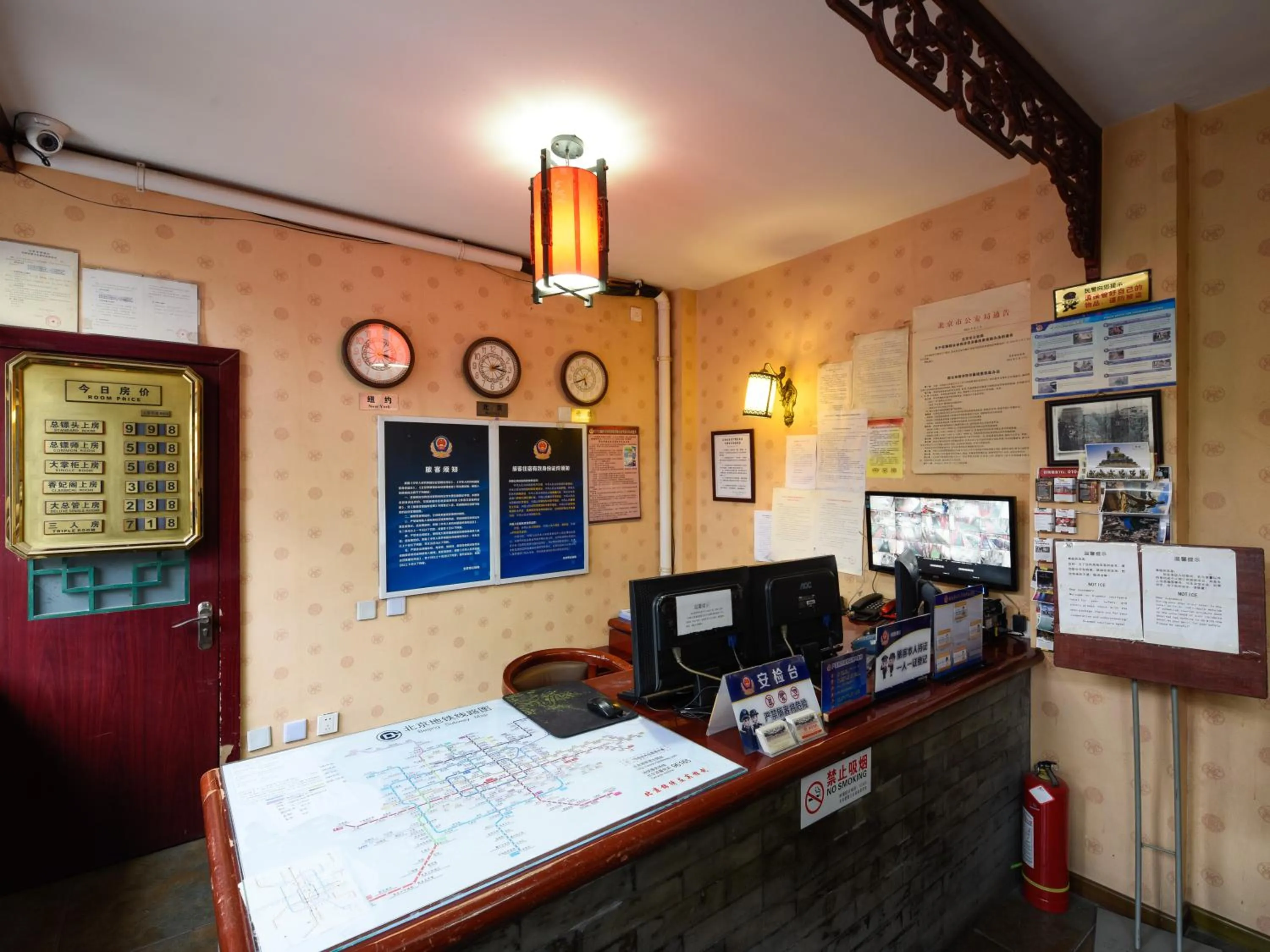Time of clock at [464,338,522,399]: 2:16
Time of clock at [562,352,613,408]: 5:41
